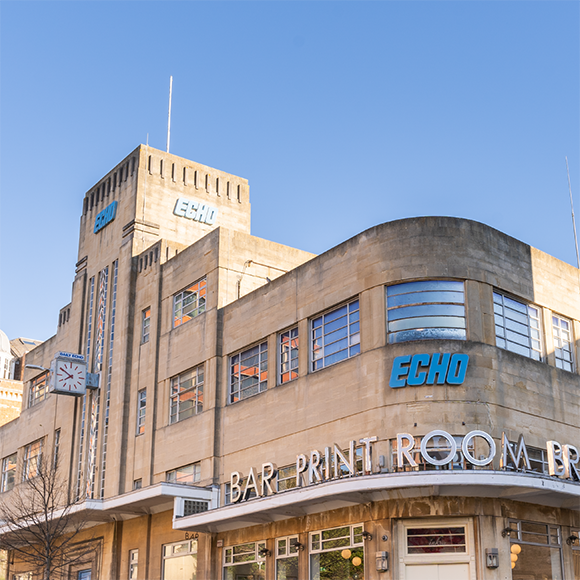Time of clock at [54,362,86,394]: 7:50
